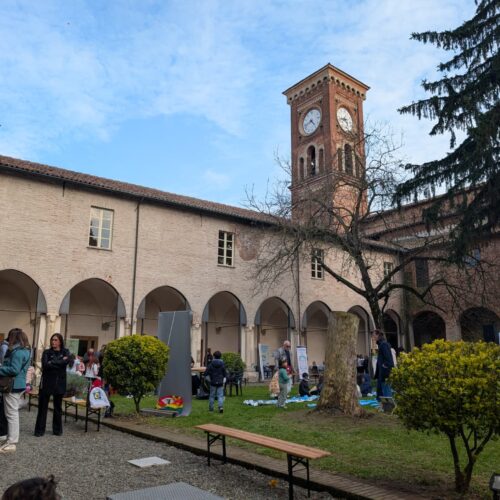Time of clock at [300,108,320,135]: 4:42
